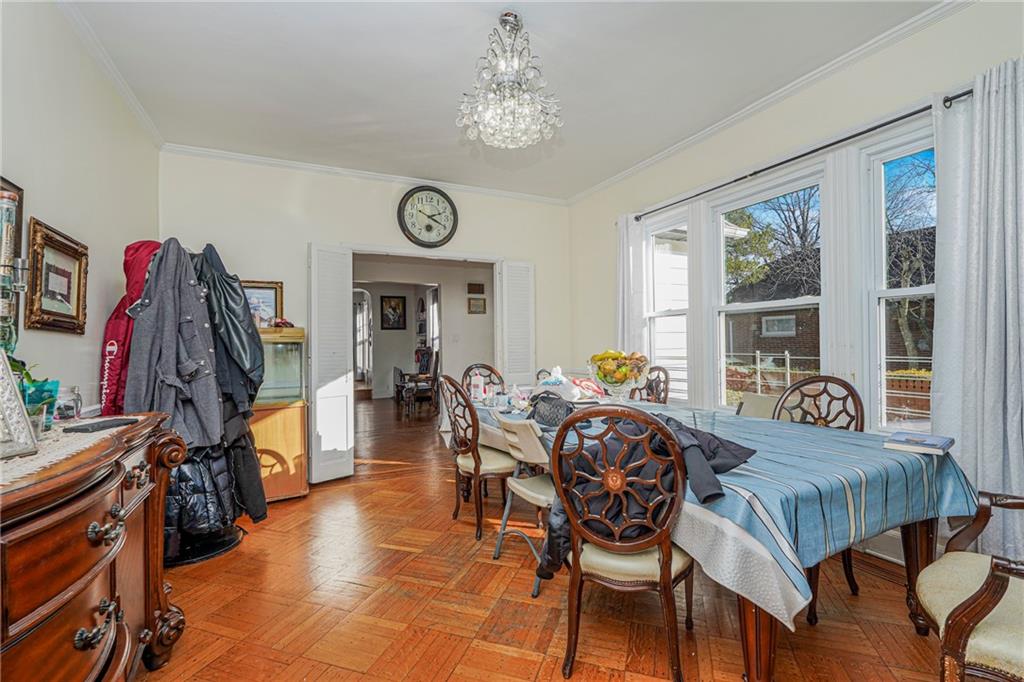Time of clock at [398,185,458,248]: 2:19
